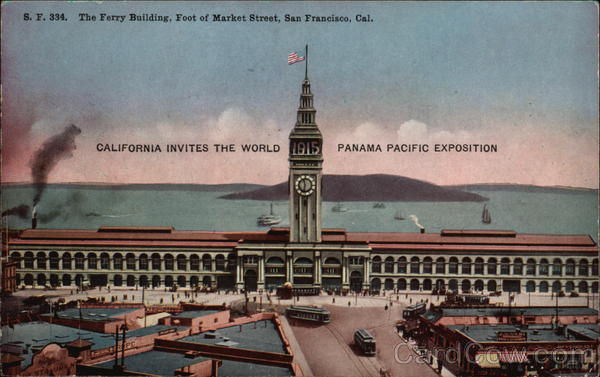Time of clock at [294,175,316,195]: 11:32
